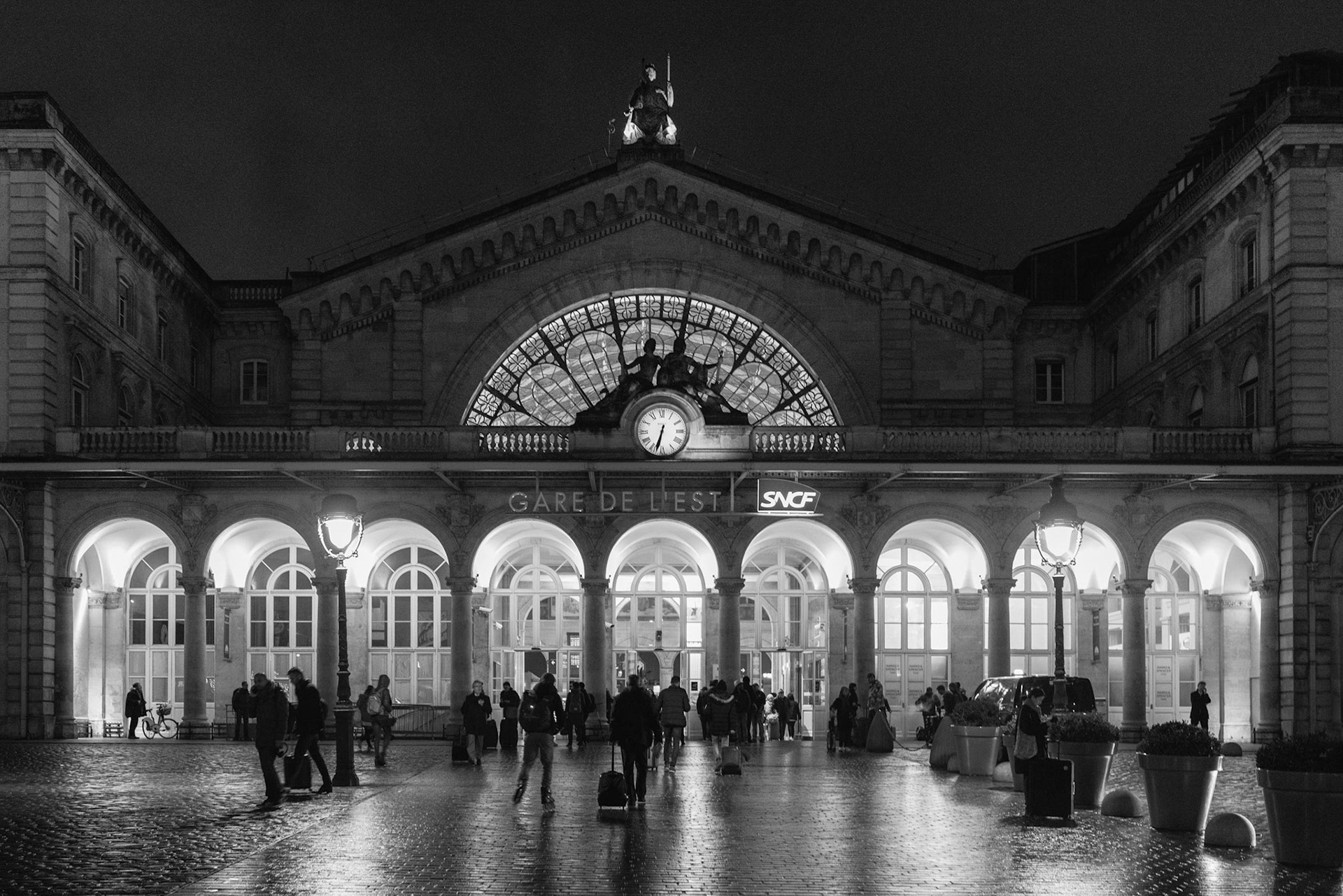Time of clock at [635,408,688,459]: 6:32
